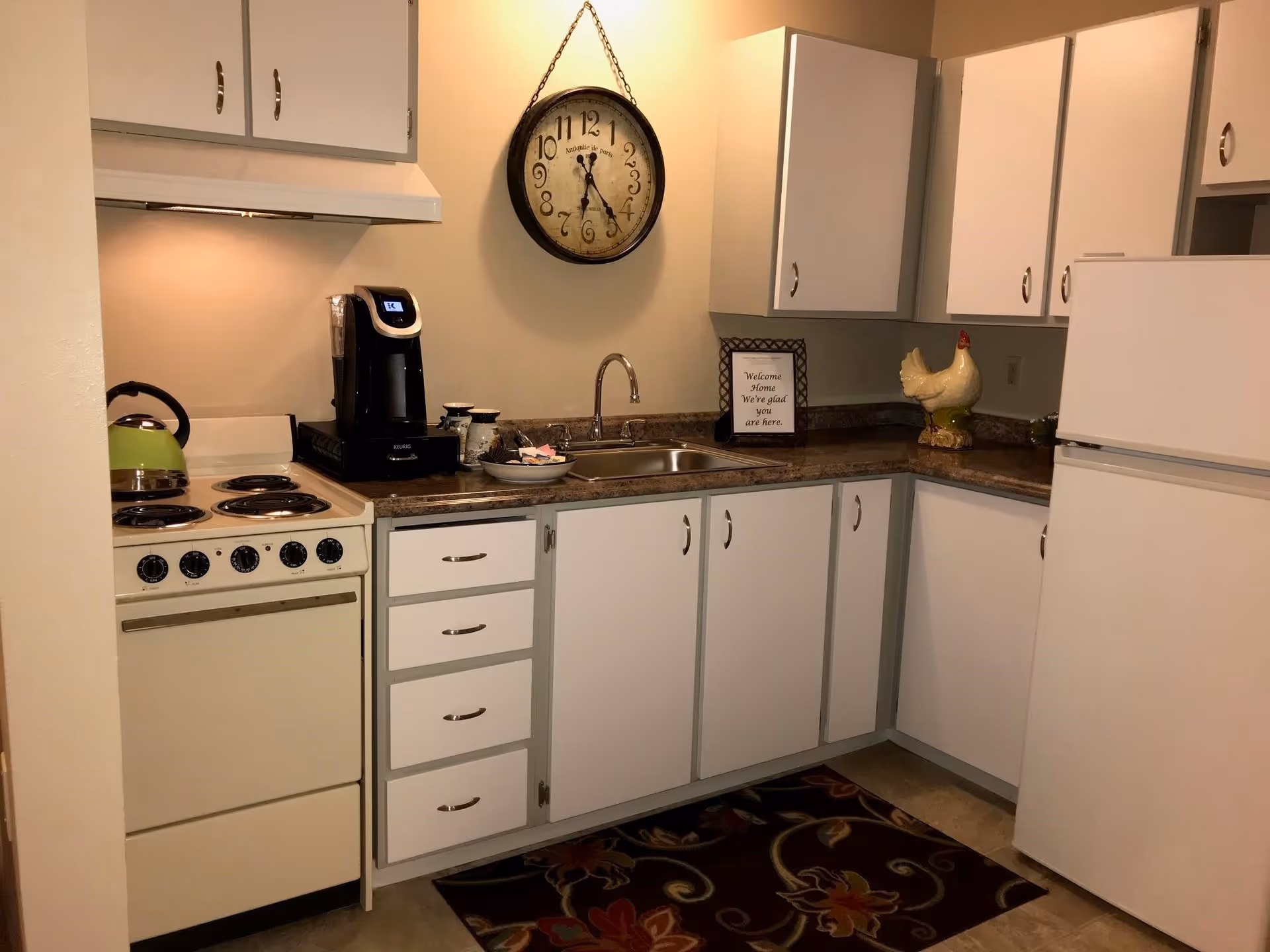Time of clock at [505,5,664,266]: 6:23
